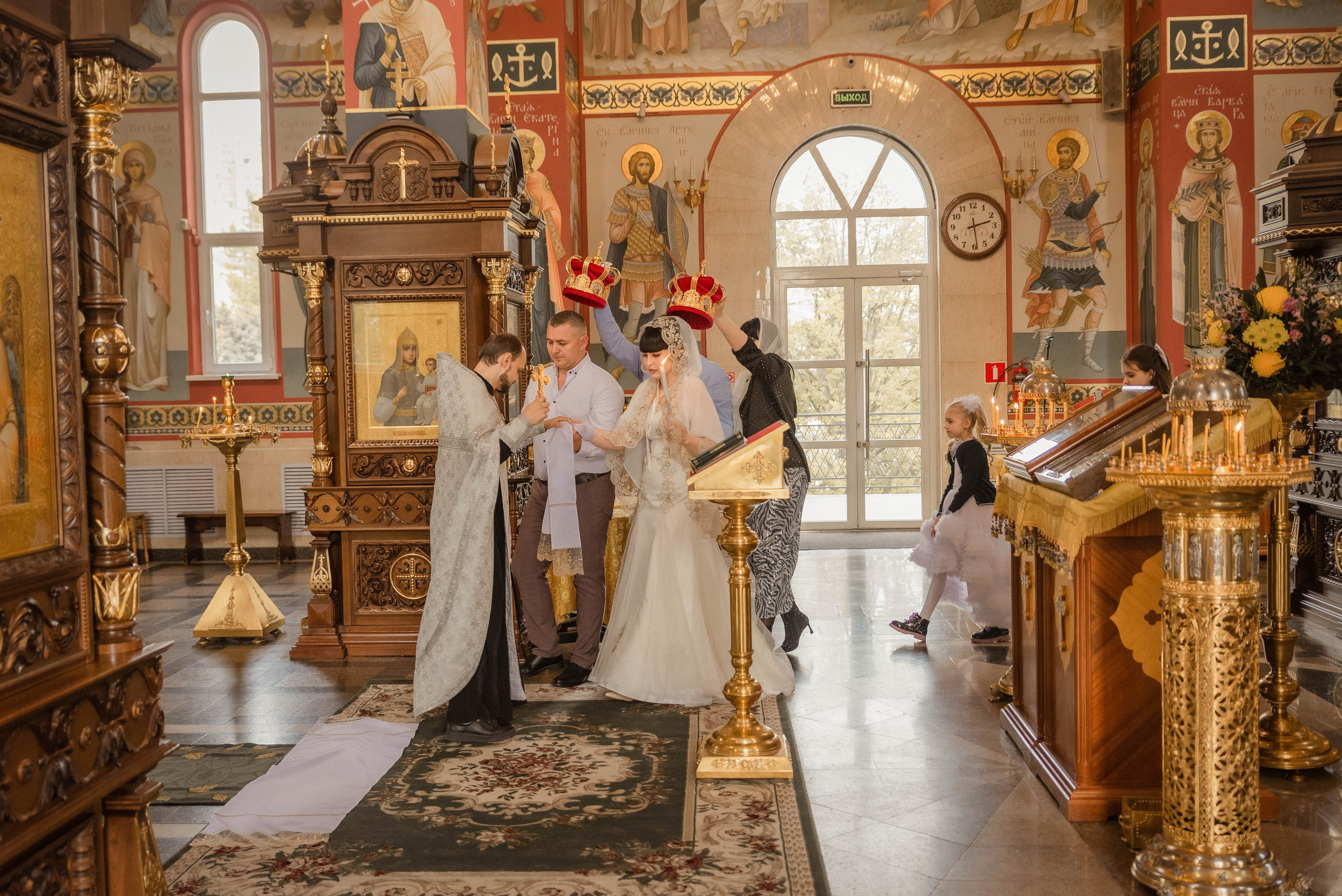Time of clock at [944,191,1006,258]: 2:28
